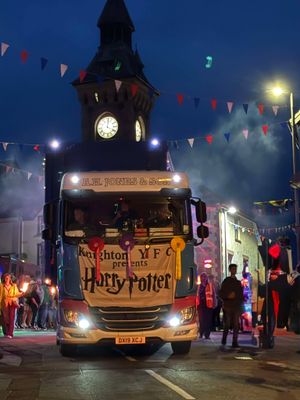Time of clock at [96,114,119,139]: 4:01
